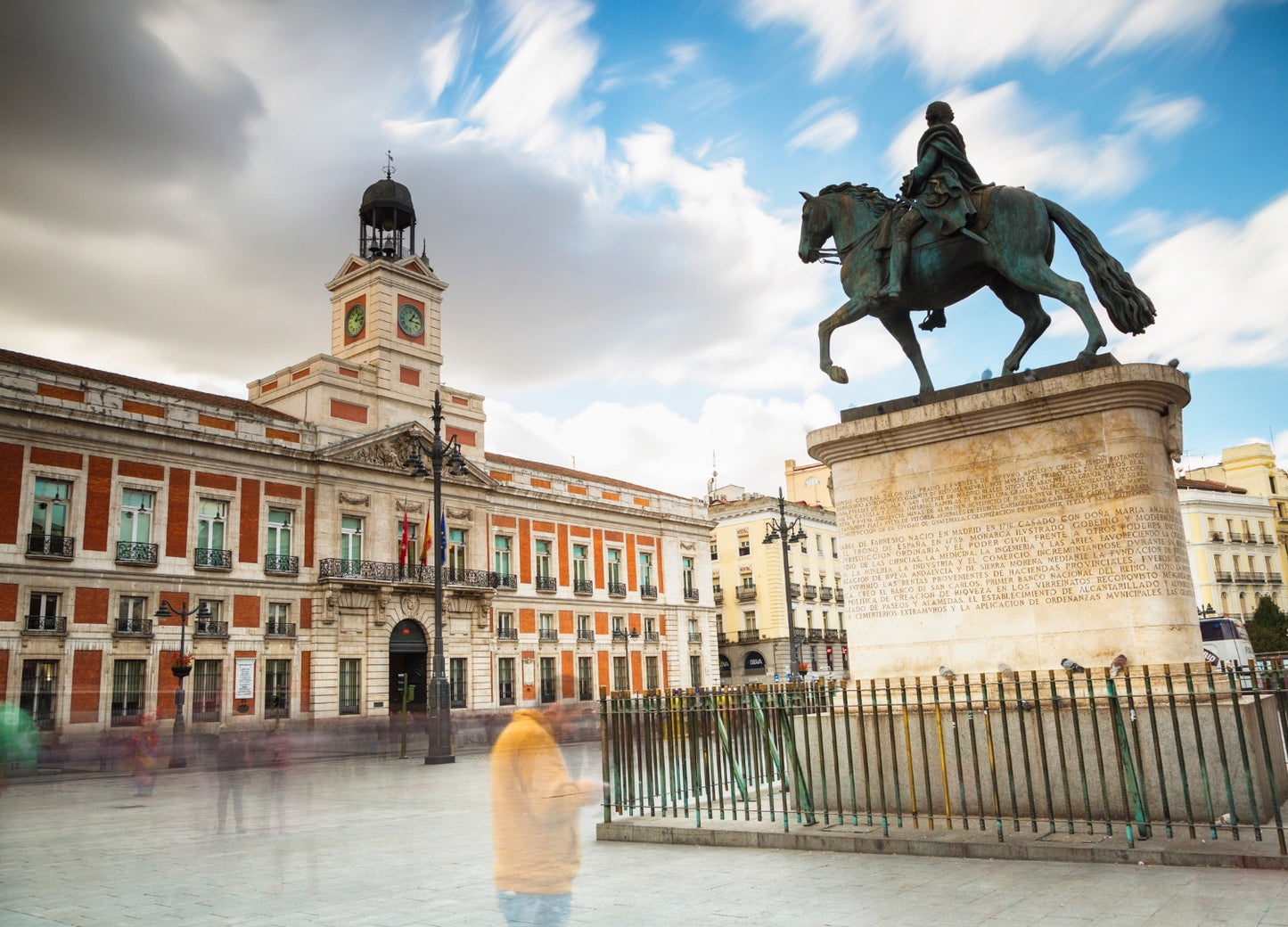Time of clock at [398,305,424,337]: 1:16
